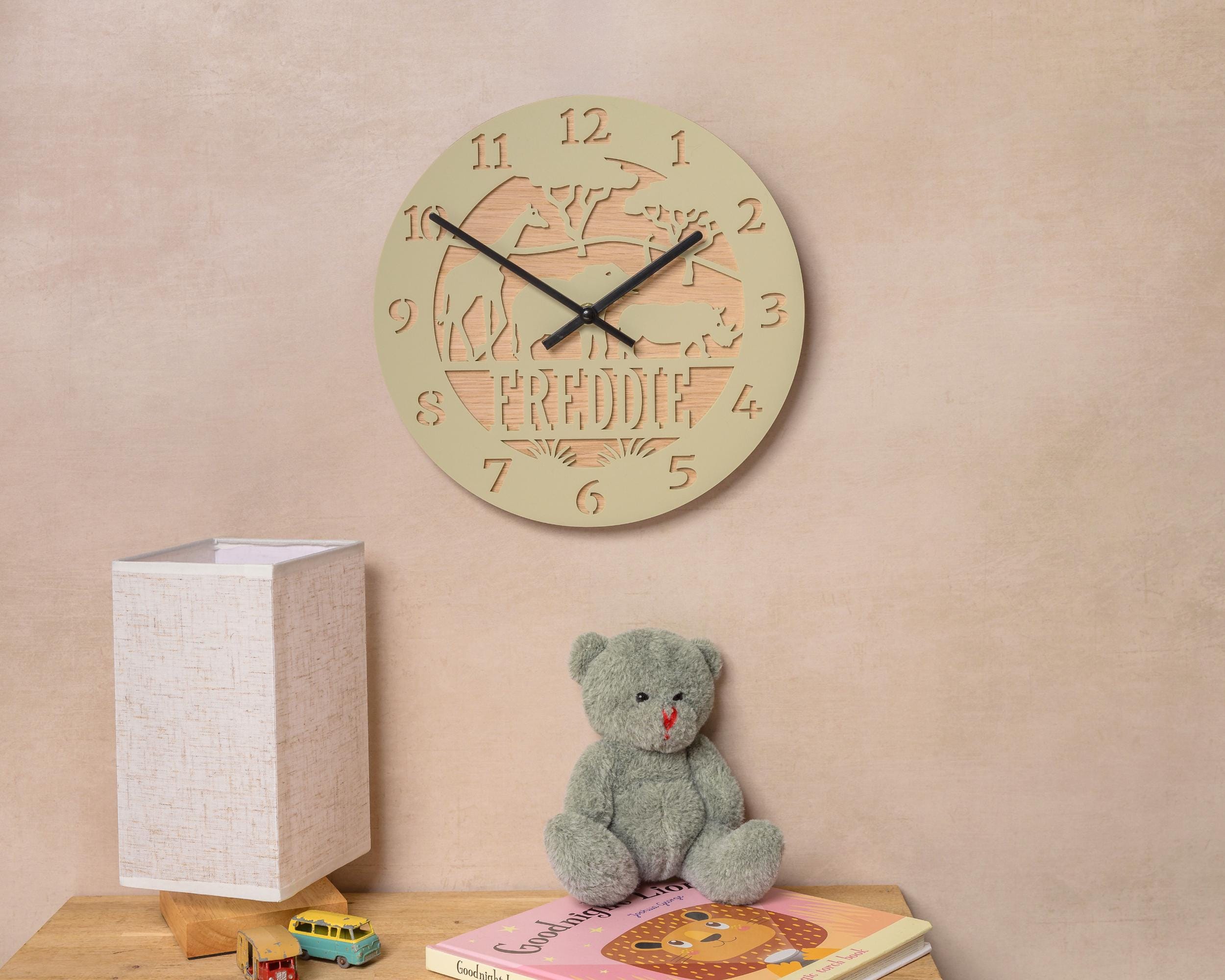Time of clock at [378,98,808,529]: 1:50
